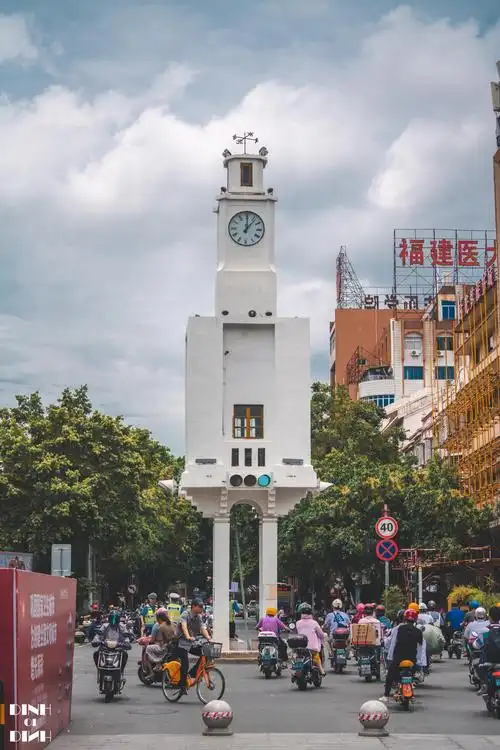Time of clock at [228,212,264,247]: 12:06
